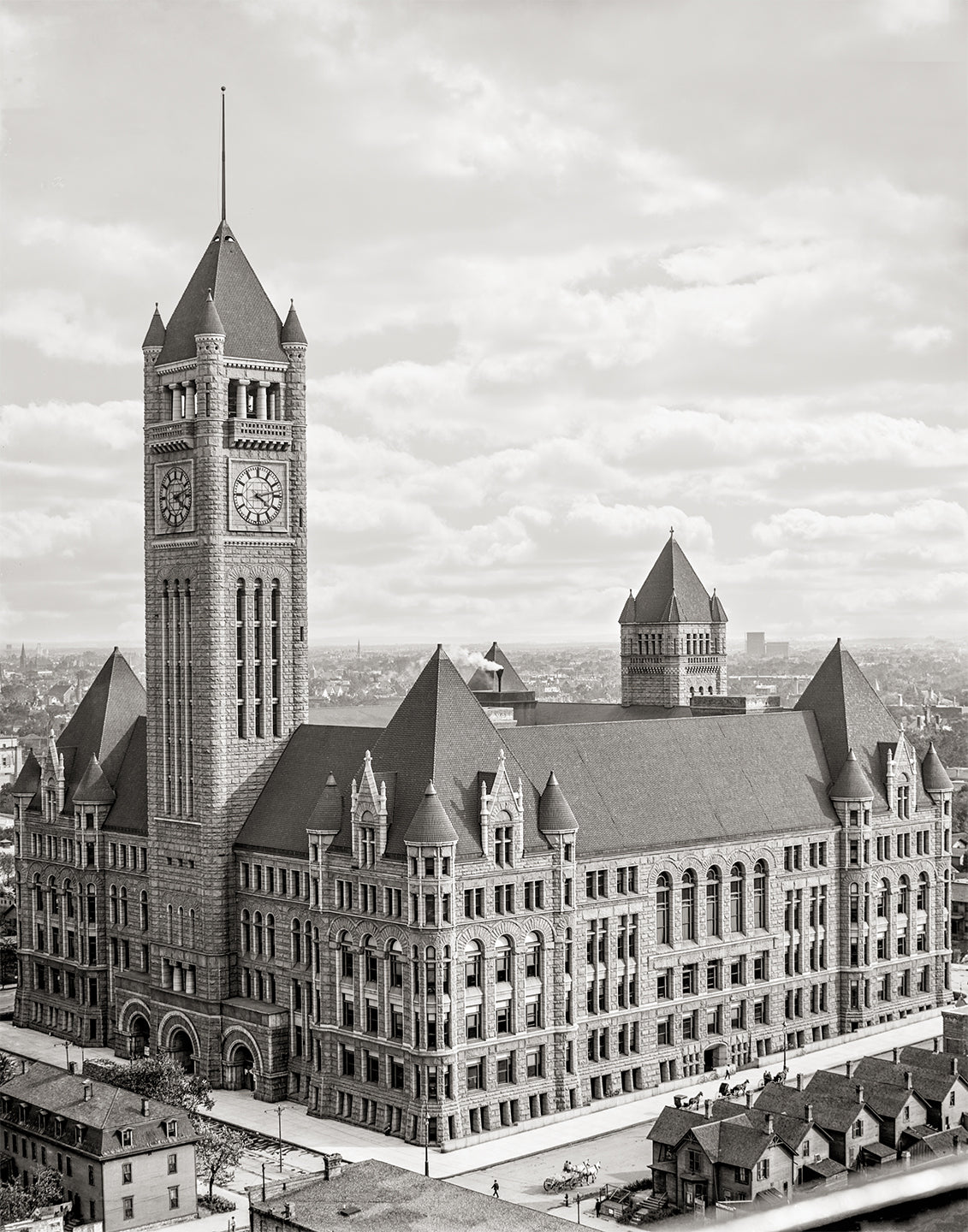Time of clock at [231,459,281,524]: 4:13
